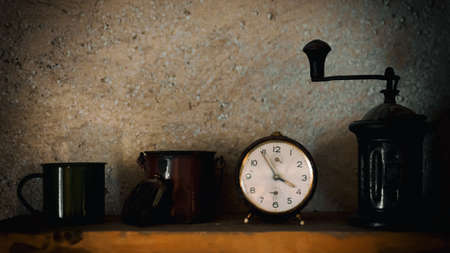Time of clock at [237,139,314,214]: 3:54
